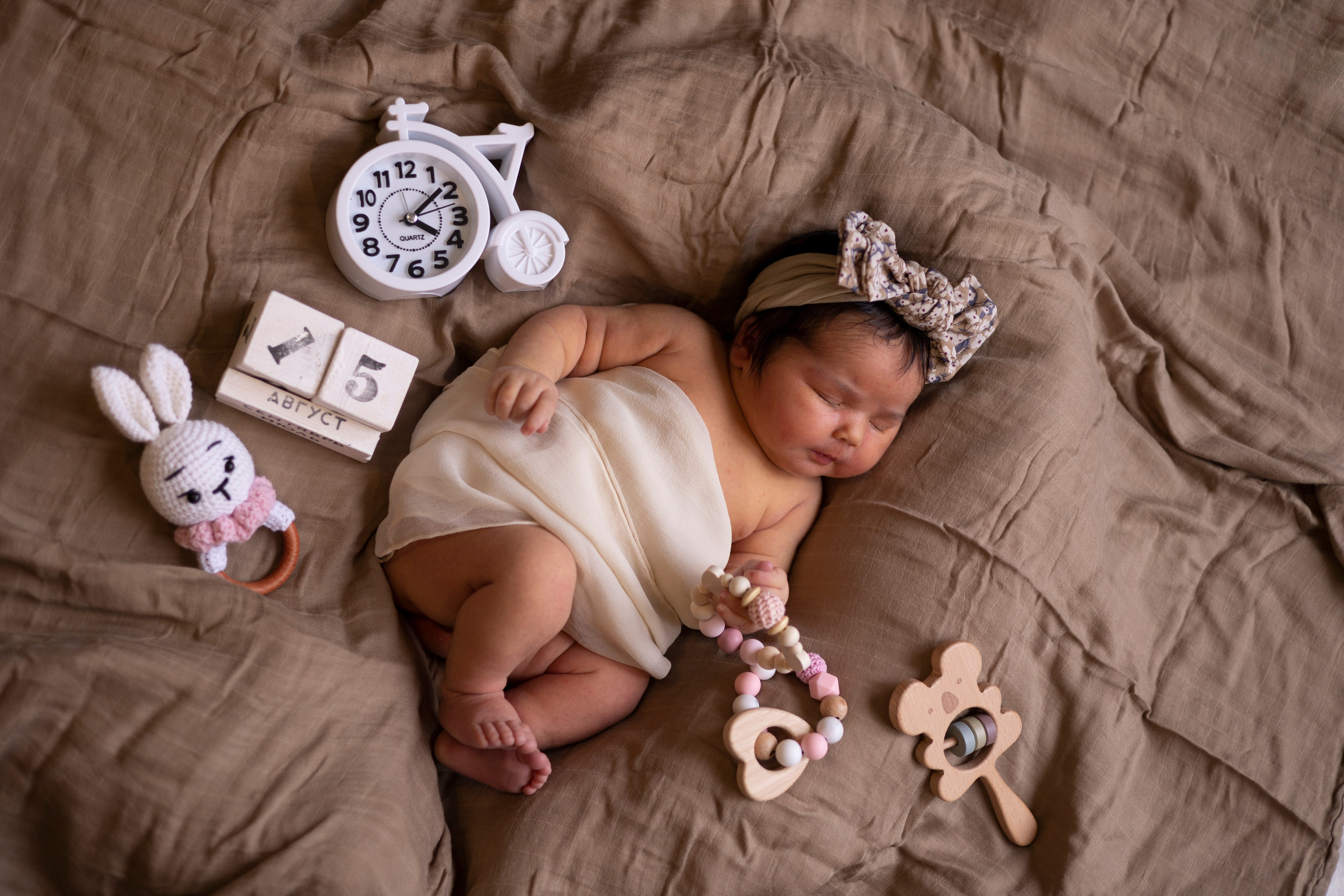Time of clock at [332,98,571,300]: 4:08
